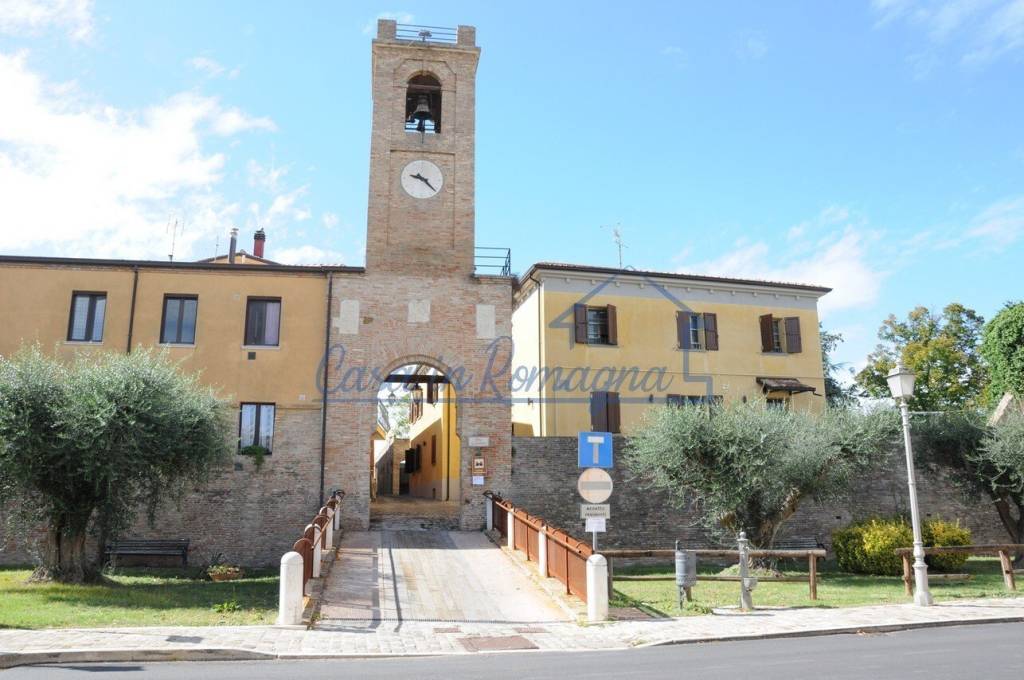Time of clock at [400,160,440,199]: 9:22
